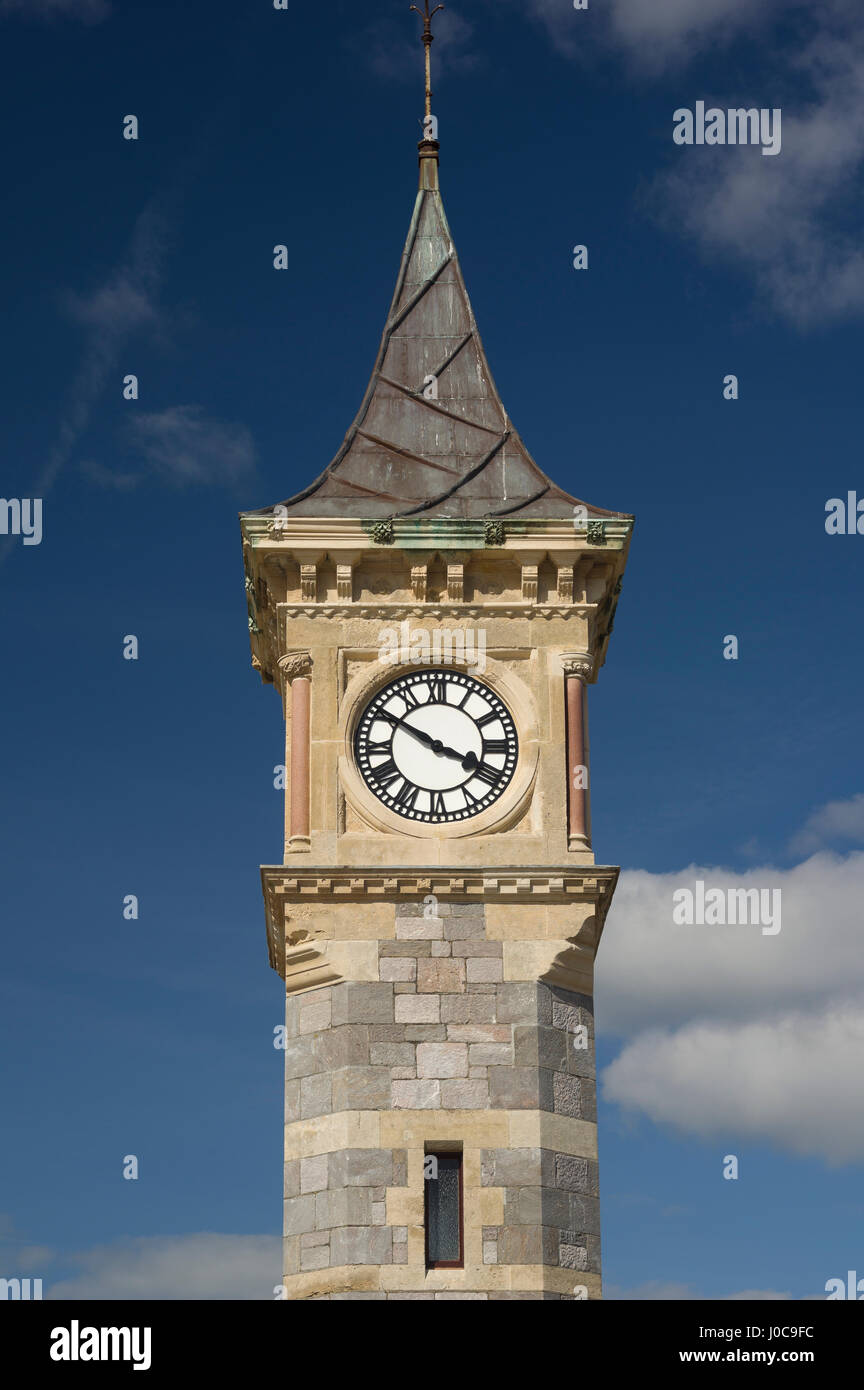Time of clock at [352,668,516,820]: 3:50
